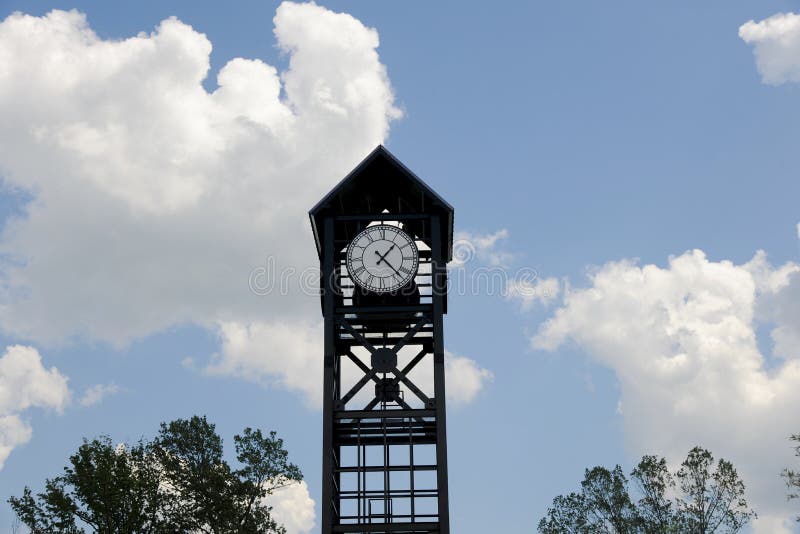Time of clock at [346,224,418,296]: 1:22
